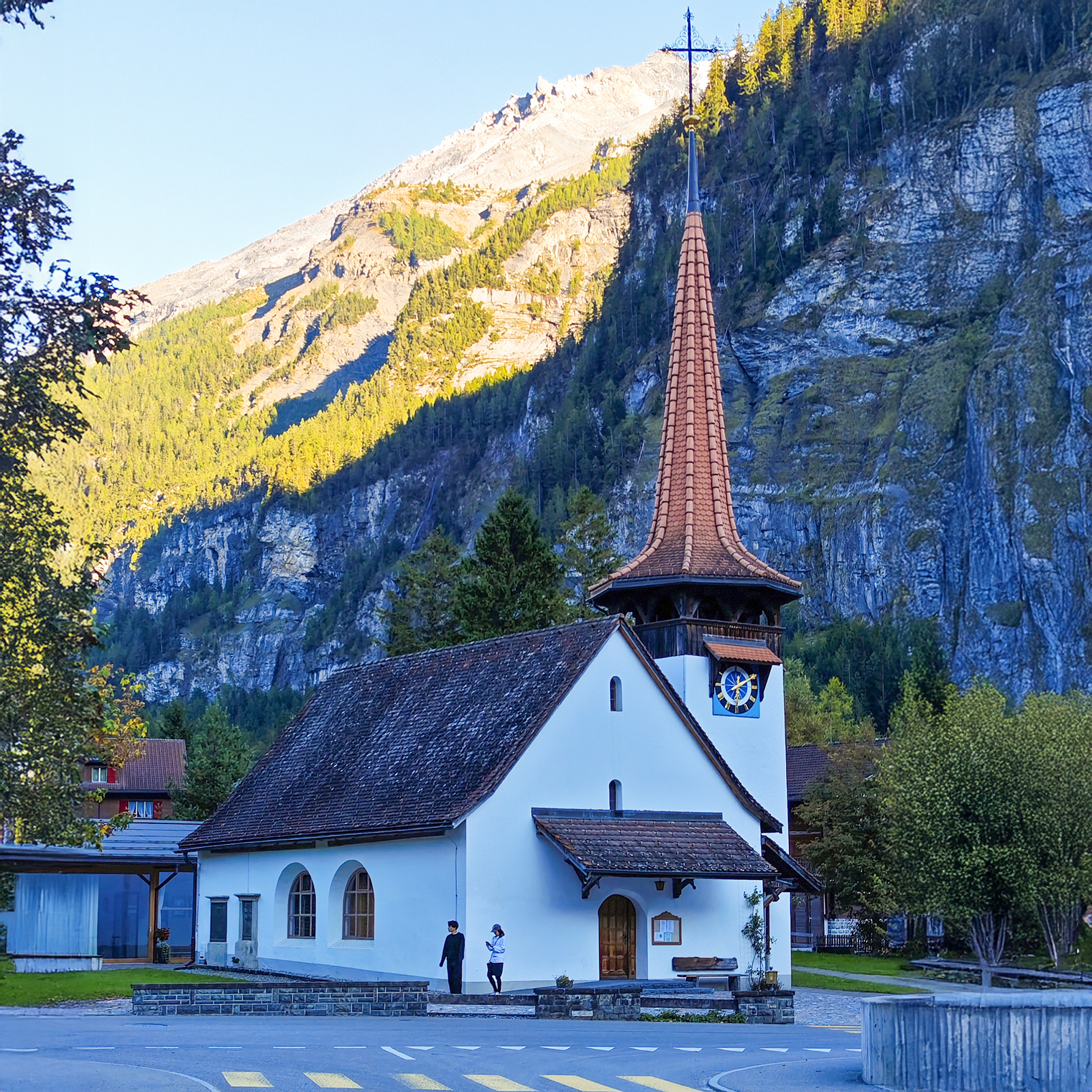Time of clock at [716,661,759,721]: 12:09
